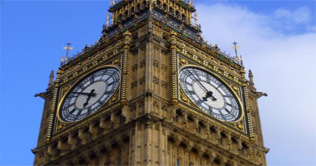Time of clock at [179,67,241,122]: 6:53
